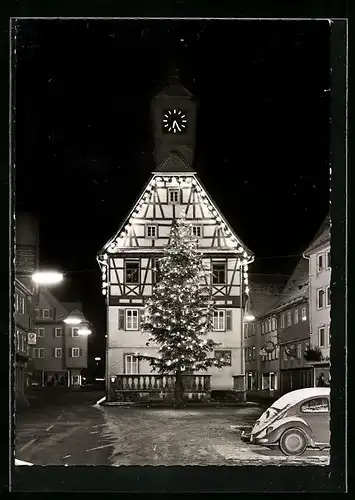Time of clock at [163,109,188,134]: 6:25
